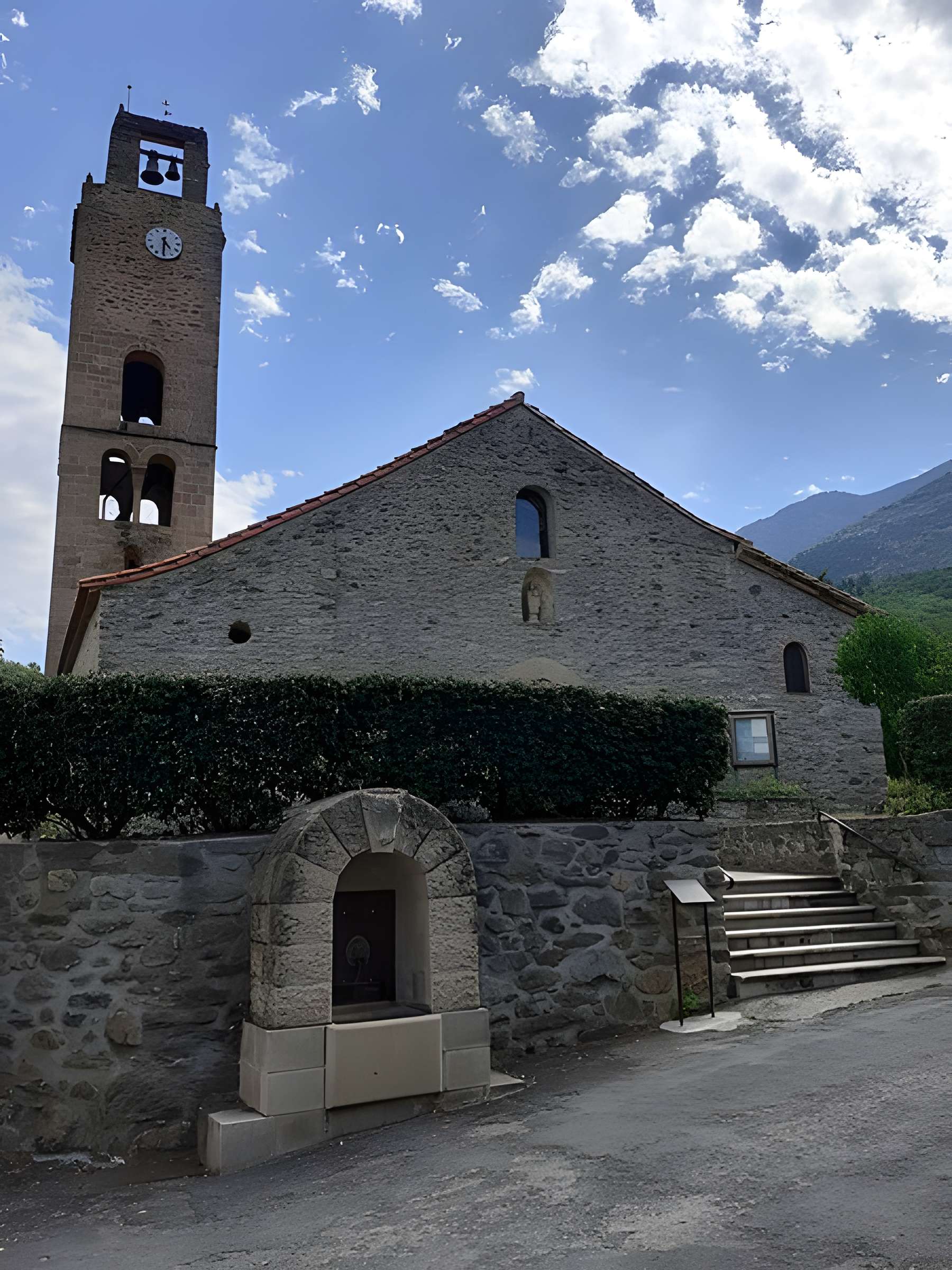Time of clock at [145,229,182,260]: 4:30
